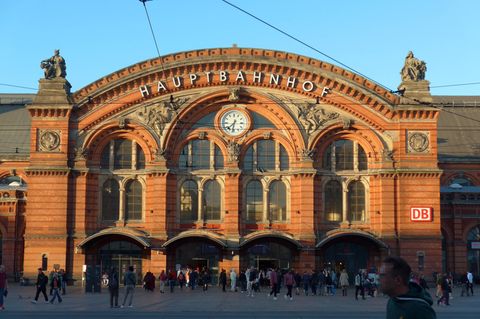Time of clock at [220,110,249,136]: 7:32
